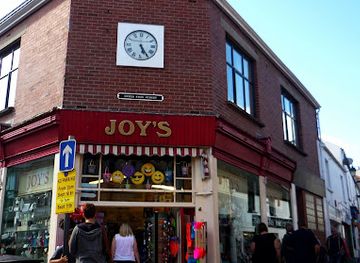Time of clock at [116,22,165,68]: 5:24
